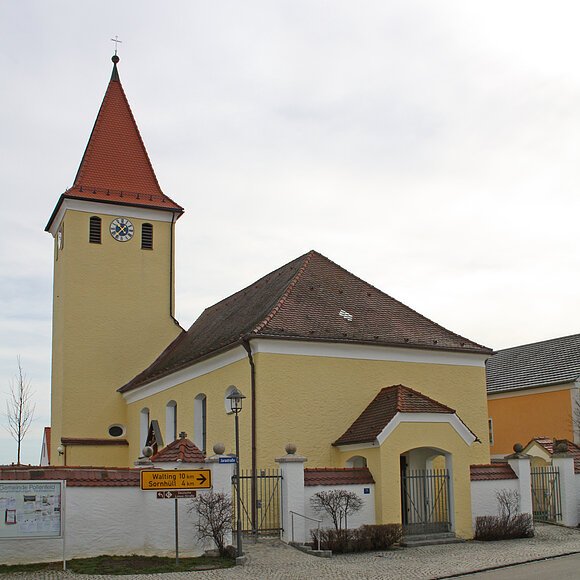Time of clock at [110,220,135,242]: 1:36
